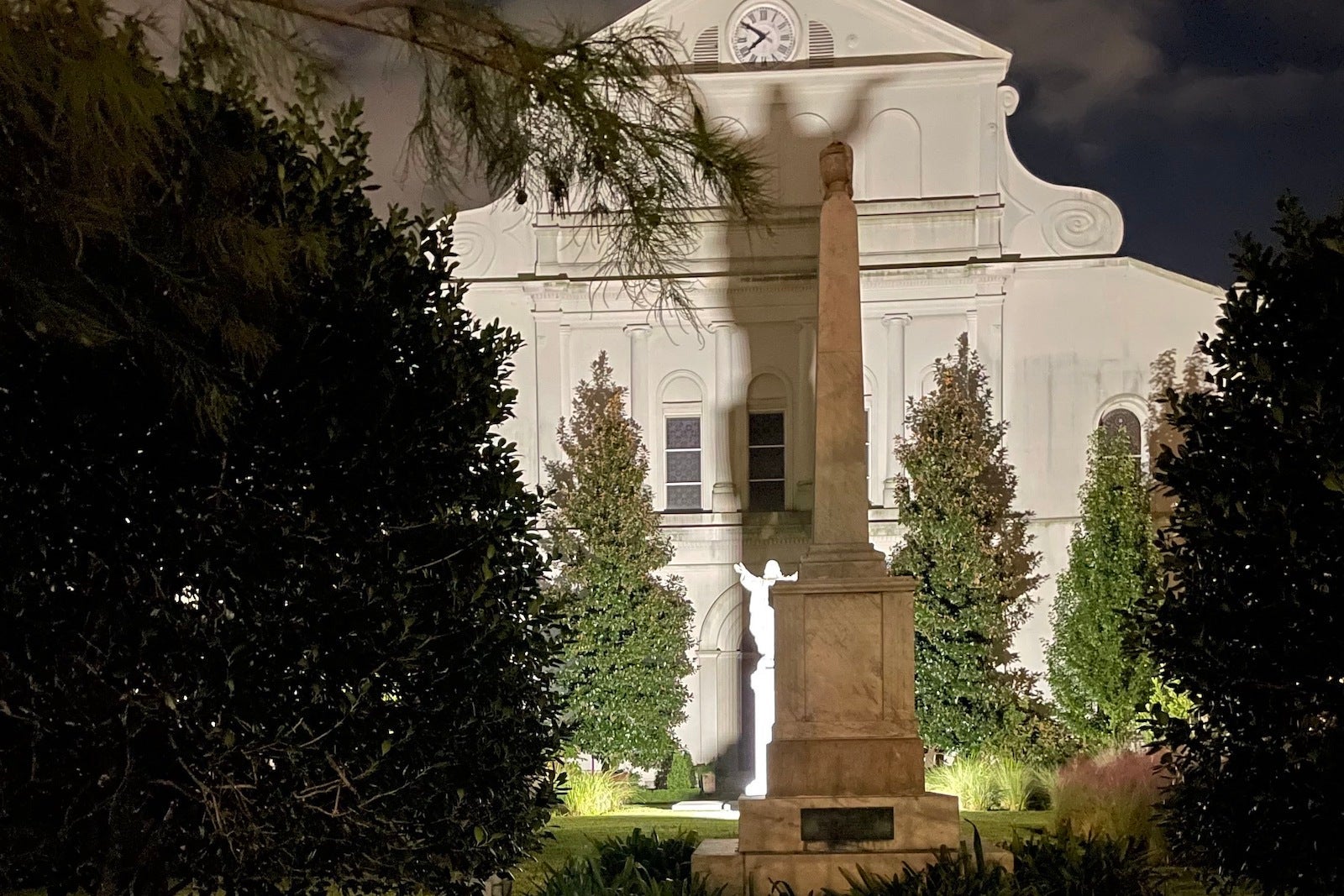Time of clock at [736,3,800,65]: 7:50
